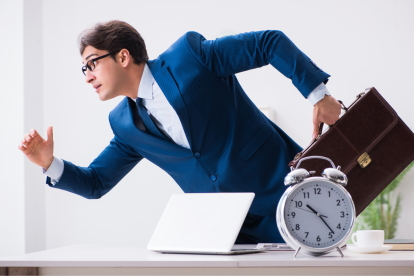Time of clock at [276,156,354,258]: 10:23
